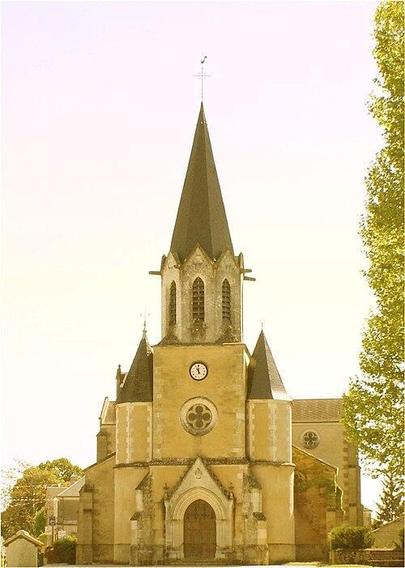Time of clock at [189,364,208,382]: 10:59
